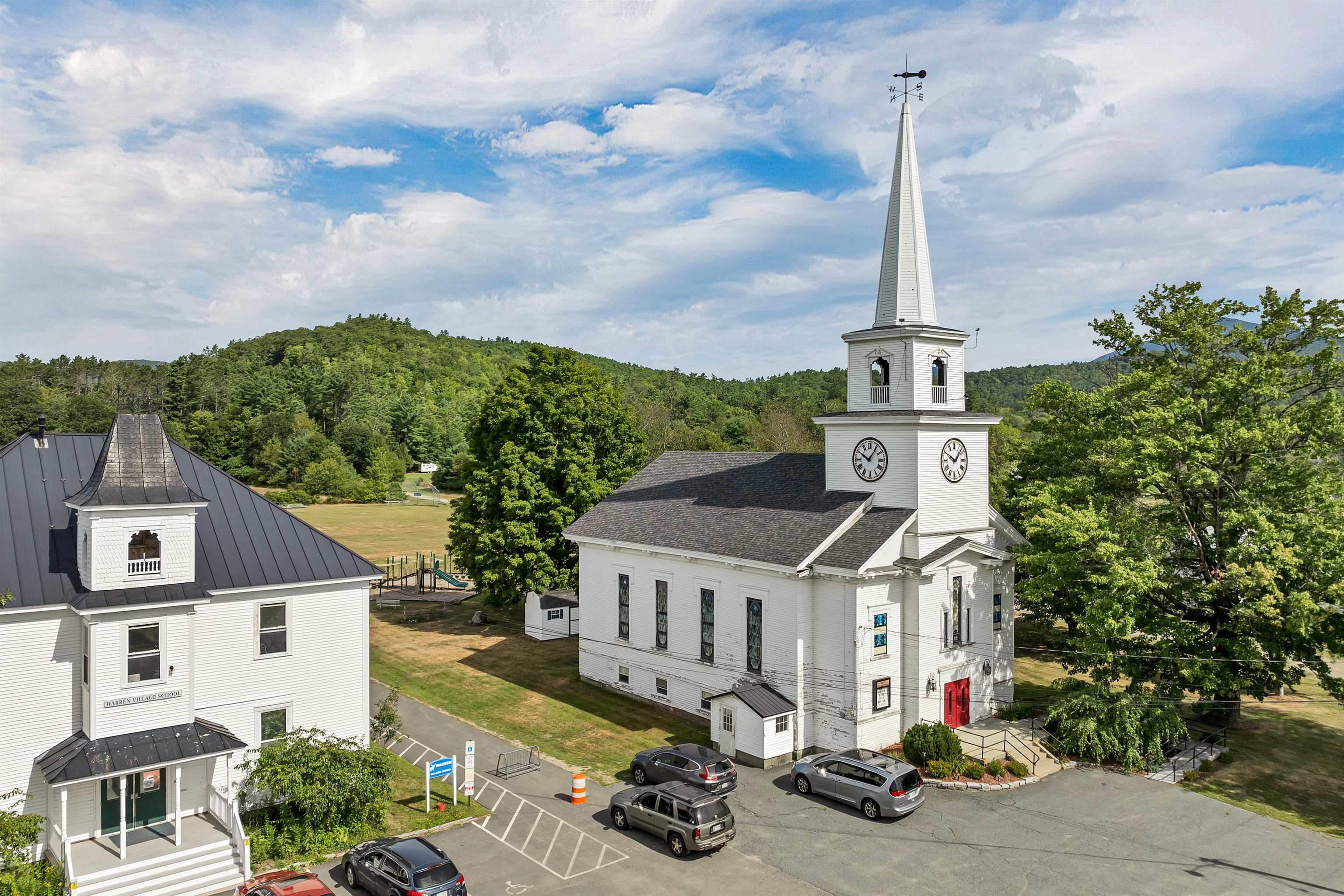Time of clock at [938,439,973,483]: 10:07
